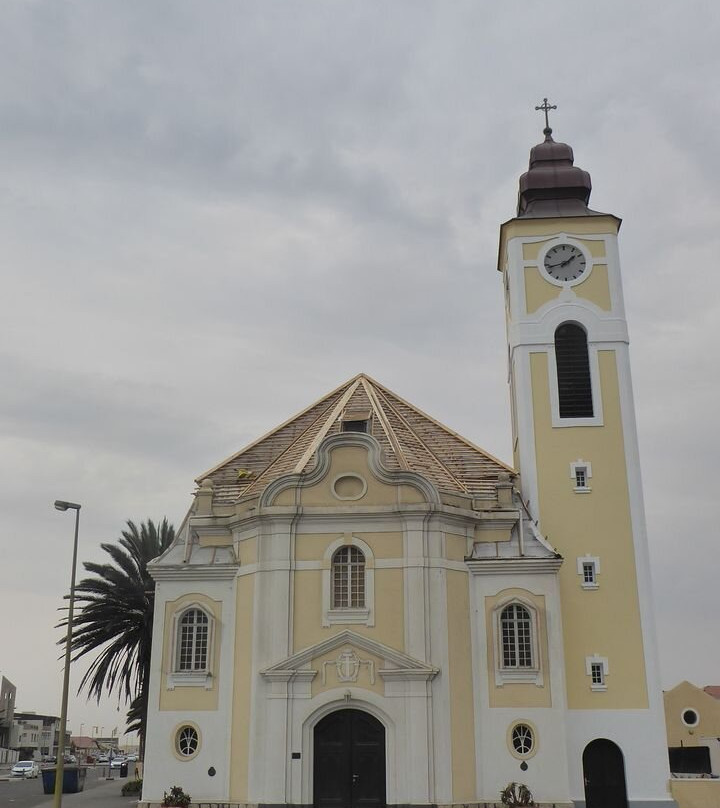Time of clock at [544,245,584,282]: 1:43
